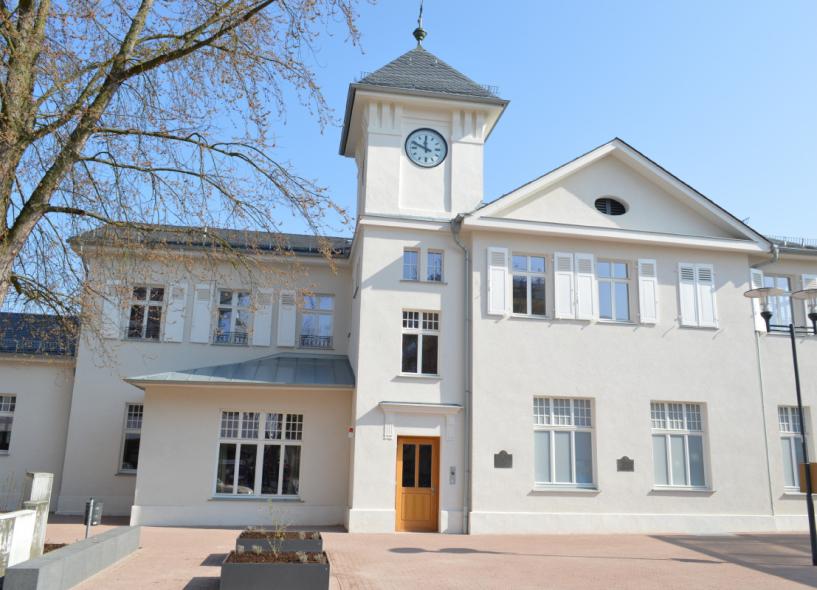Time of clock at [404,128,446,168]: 11:49
